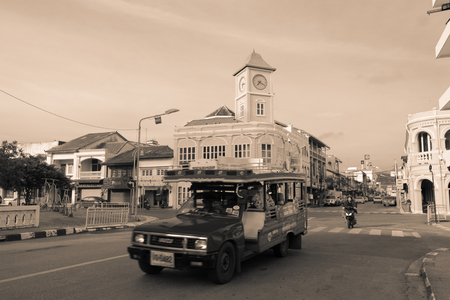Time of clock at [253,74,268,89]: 7:19
